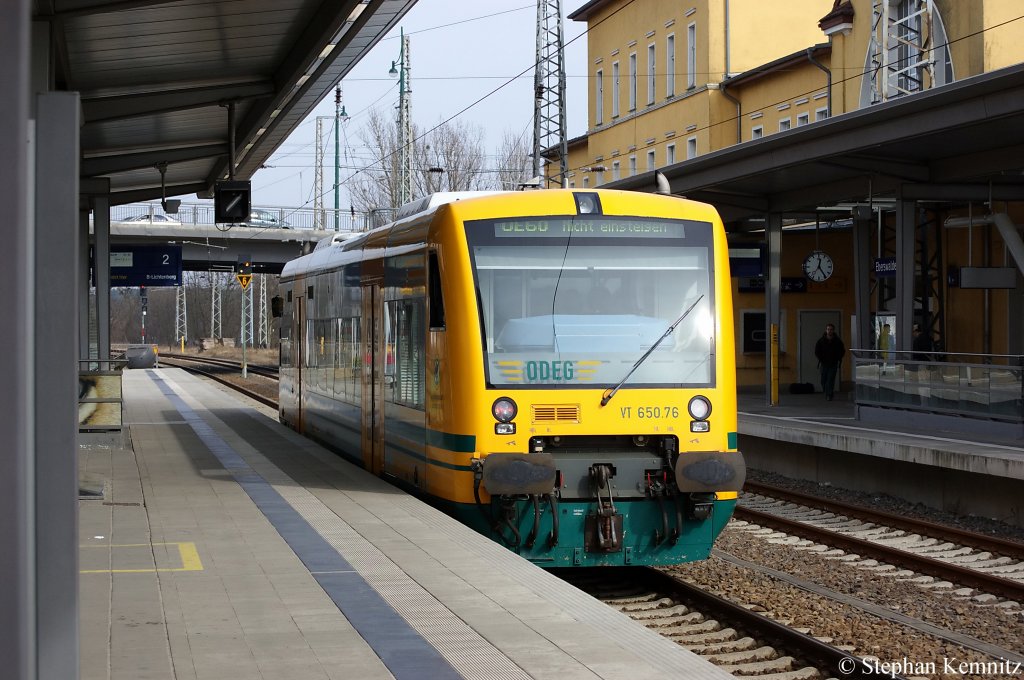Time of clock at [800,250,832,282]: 12:24
